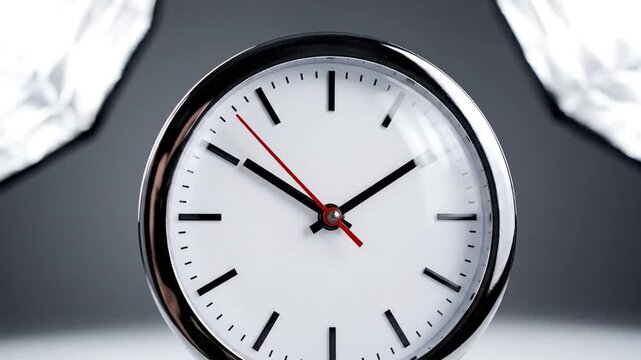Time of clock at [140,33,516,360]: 1:50
